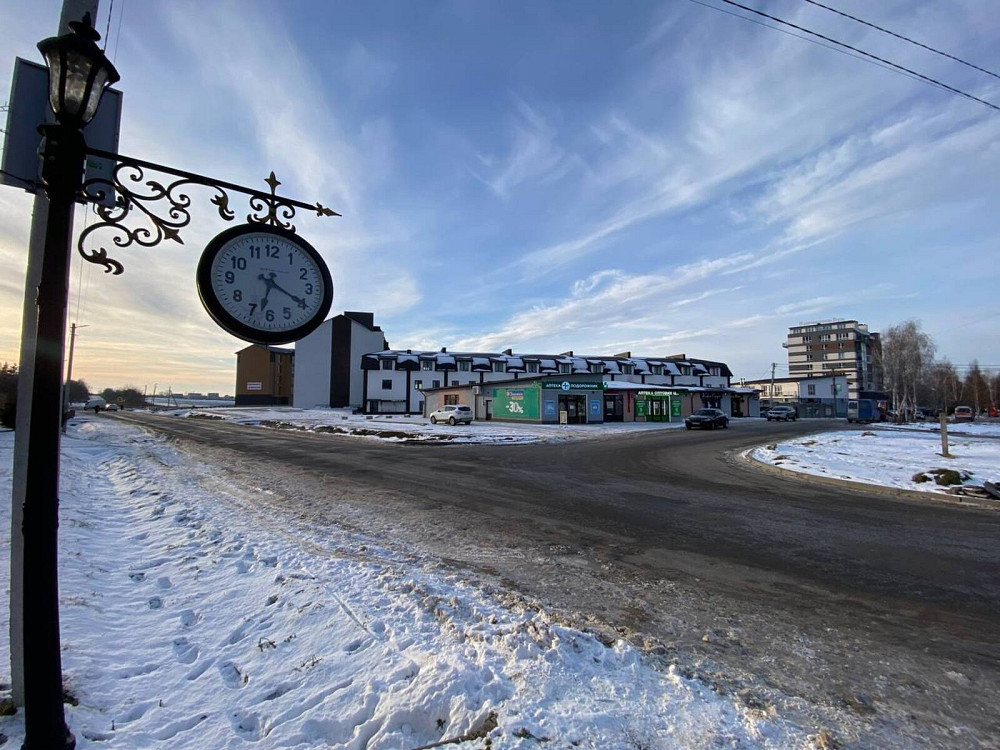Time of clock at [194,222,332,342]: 6:19
